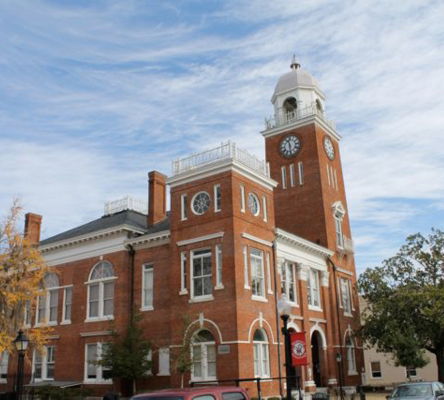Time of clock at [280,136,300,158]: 11:29
